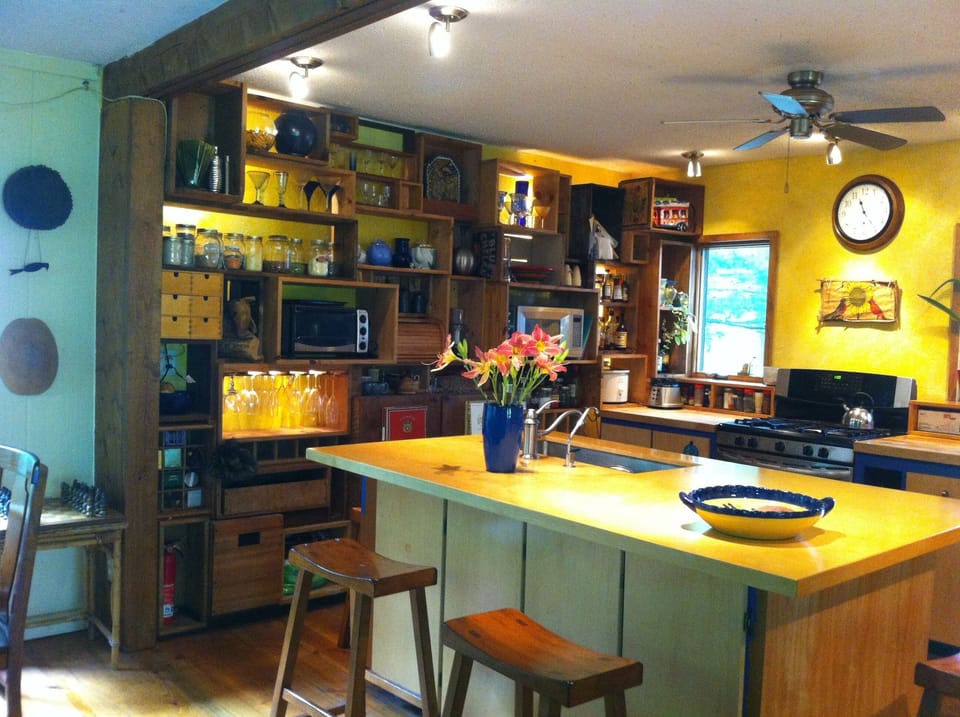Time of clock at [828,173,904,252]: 11:24
